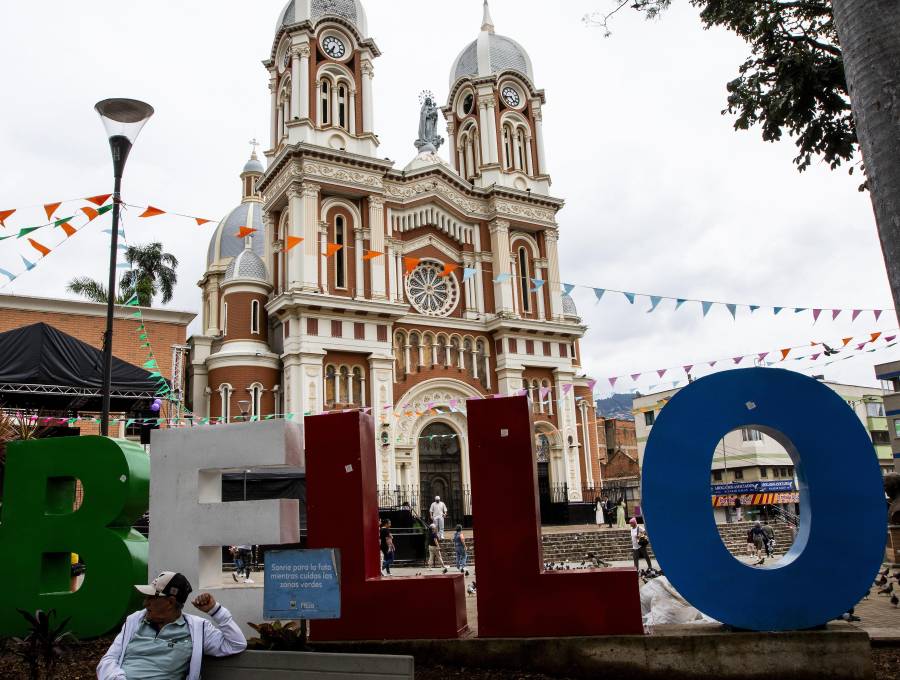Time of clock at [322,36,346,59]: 6:36
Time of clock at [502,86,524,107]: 4:42
